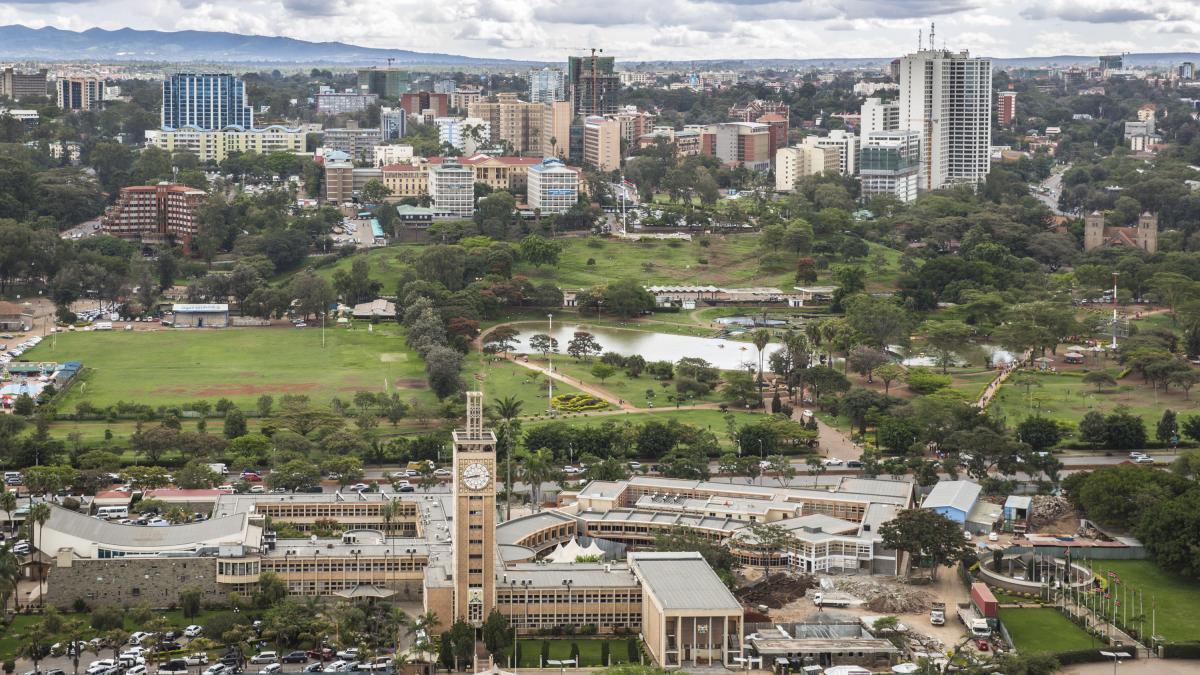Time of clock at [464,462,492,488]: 8:43
